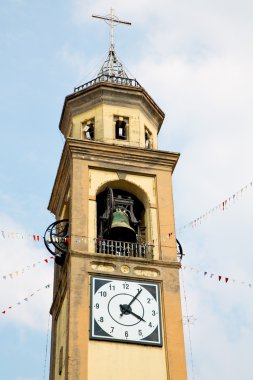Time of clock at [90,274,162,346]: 4:05
